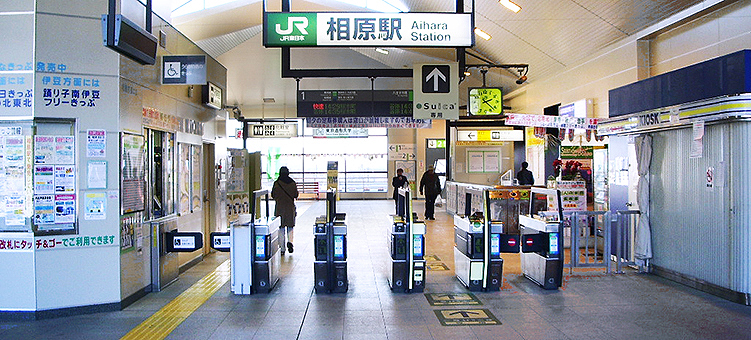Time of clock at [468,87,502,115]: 2:22
